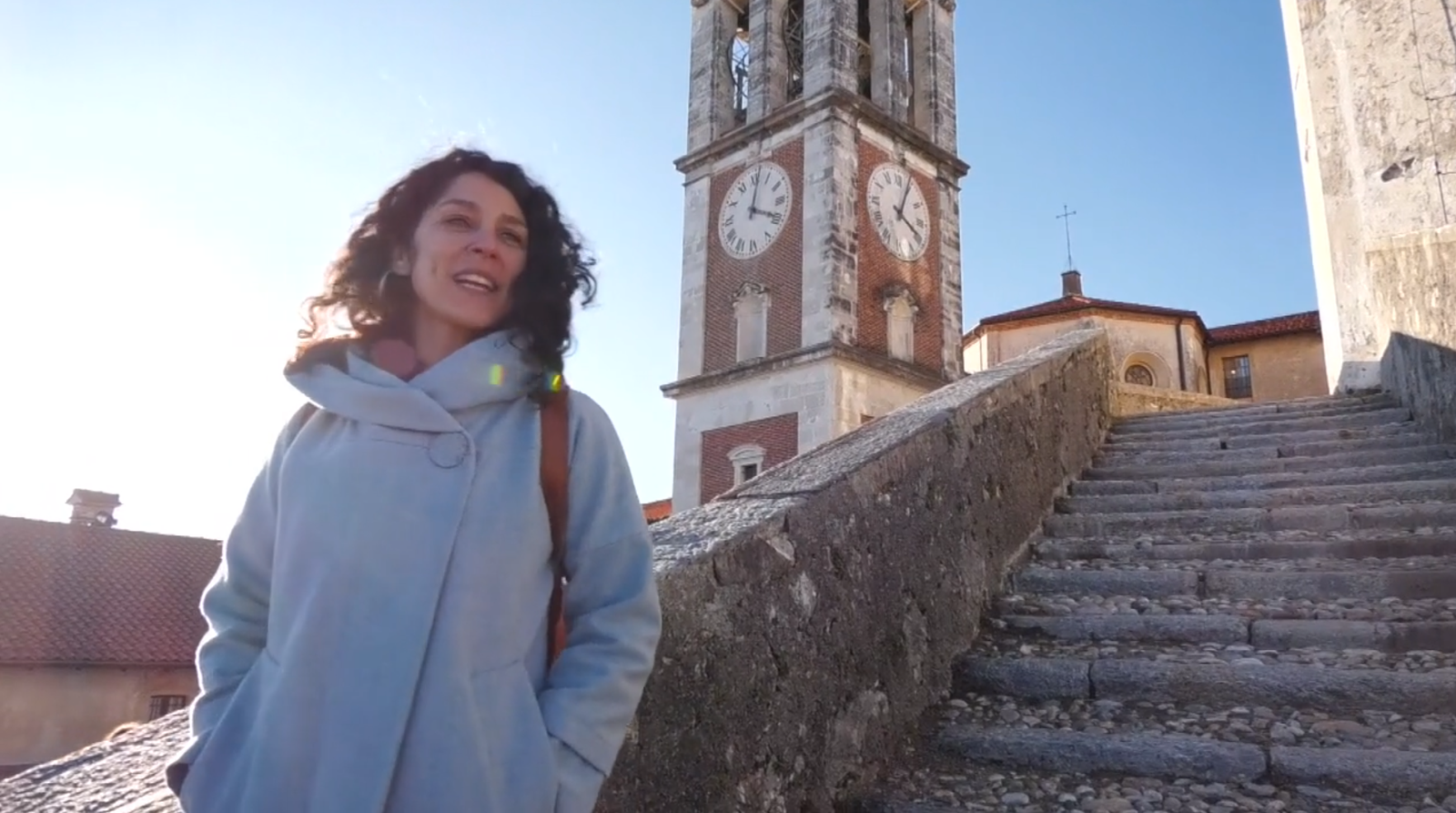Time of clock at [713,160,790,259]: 12:19
